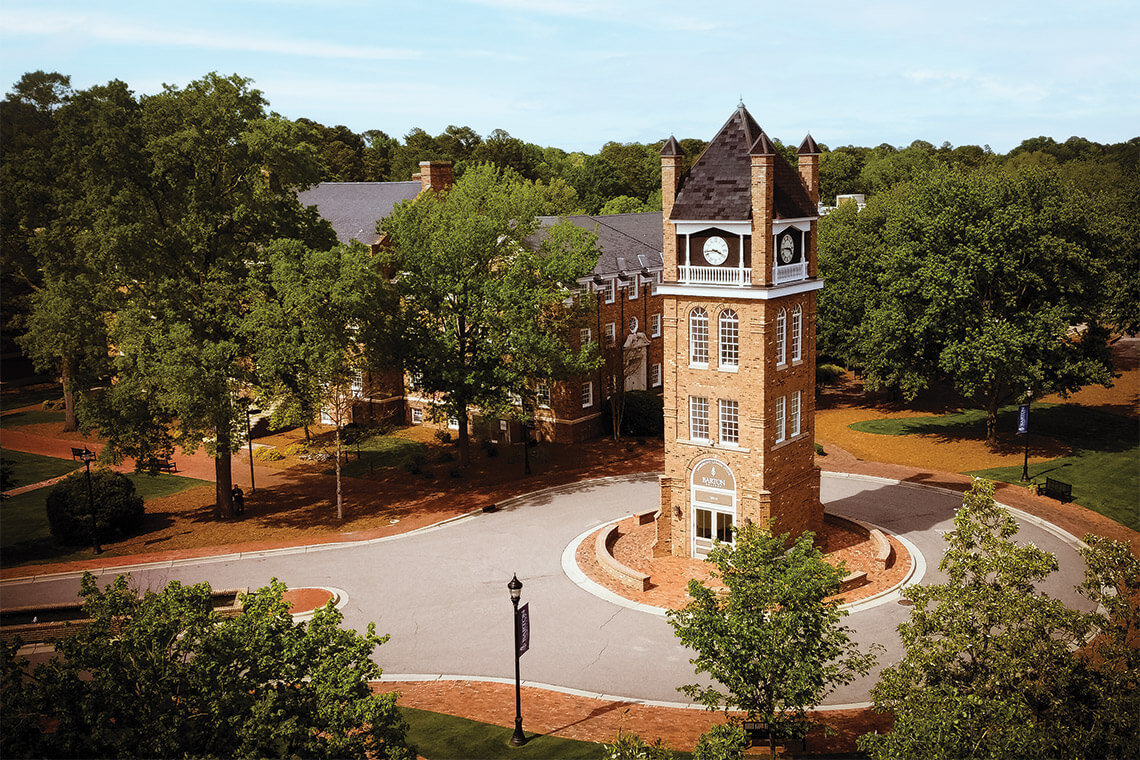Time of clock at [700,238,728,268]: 3:43
